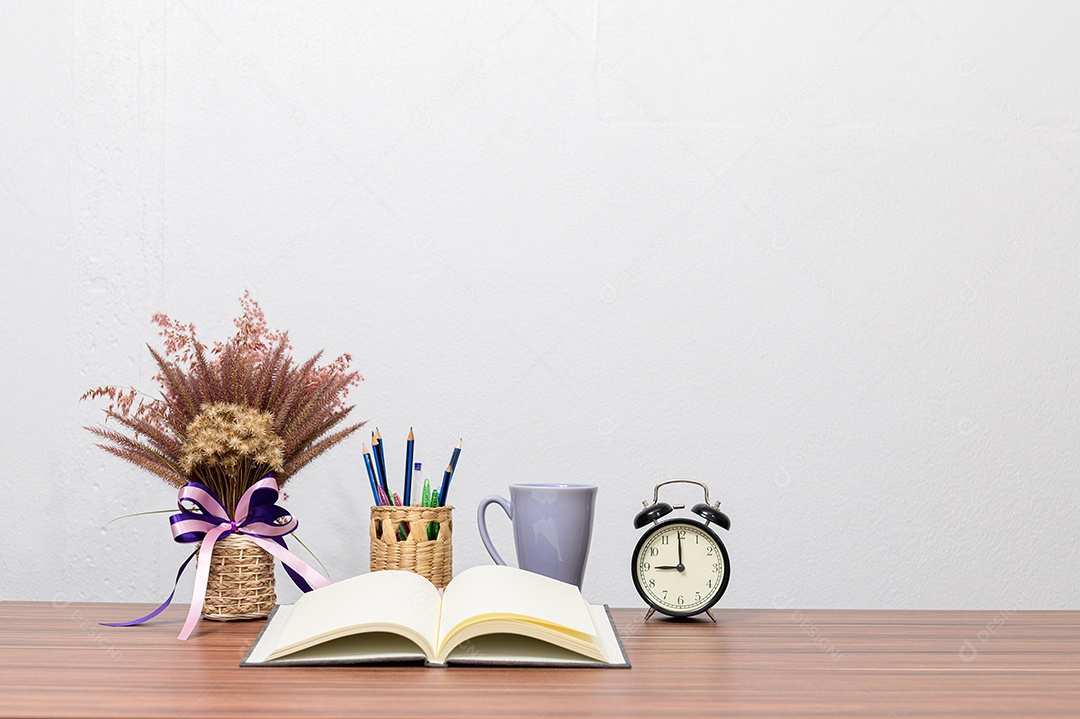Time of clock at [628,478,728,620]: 8:59
